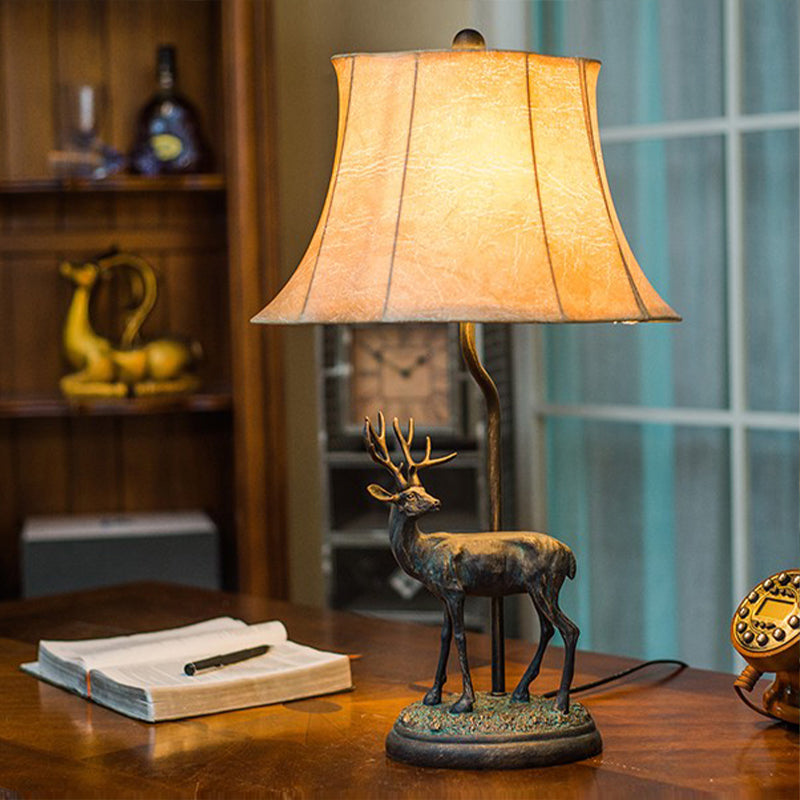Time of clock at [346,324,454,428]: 1:50
